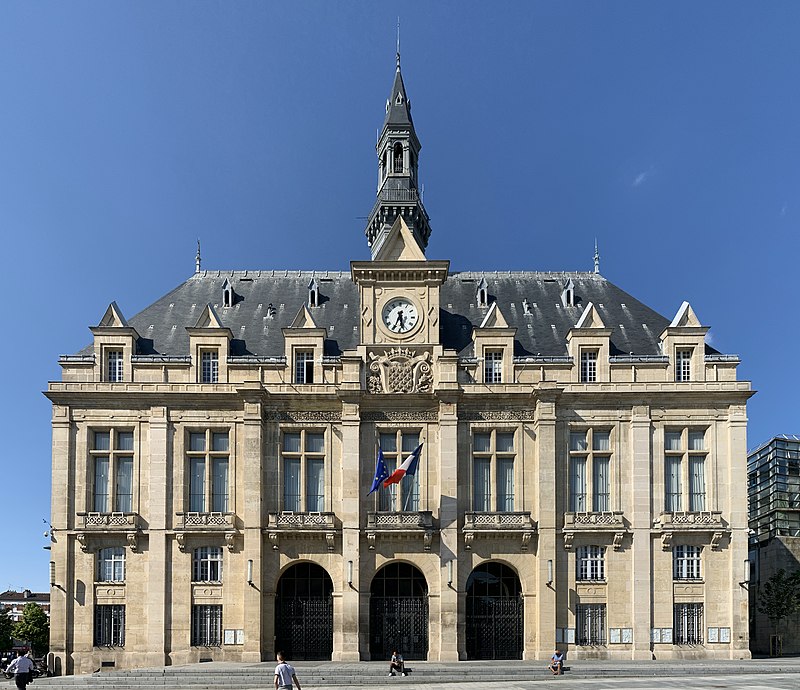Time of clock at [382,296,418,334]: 5:34
